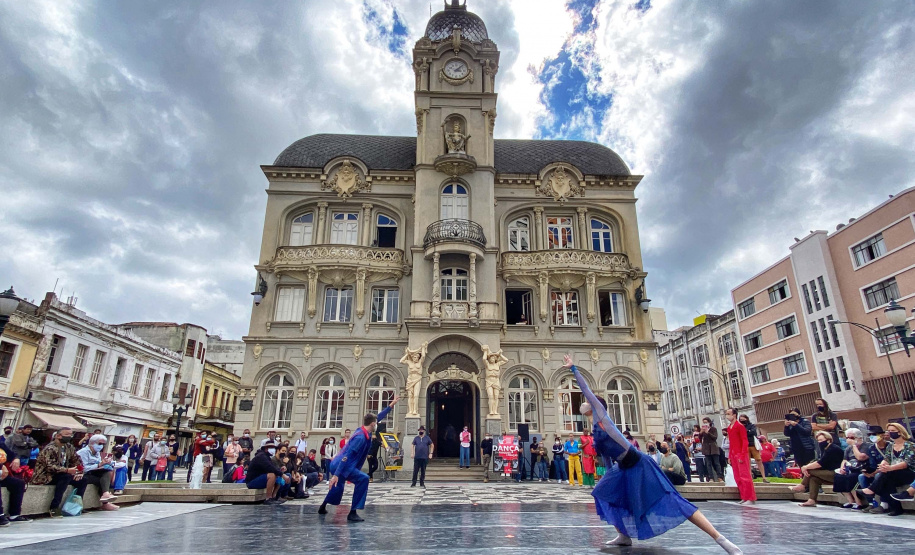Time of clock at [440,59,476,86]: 3:08
